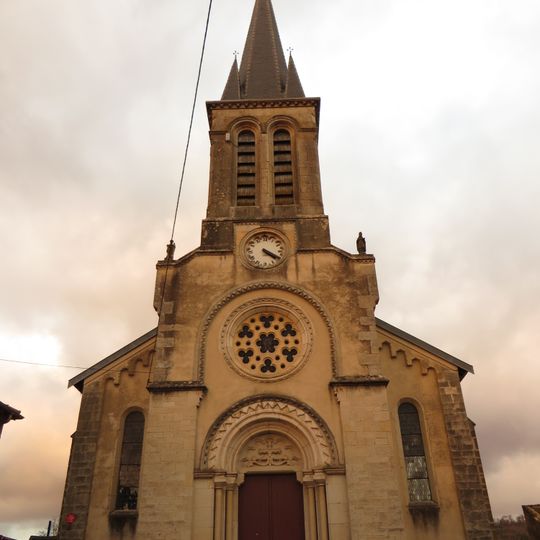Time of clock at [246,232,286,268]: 4:20
